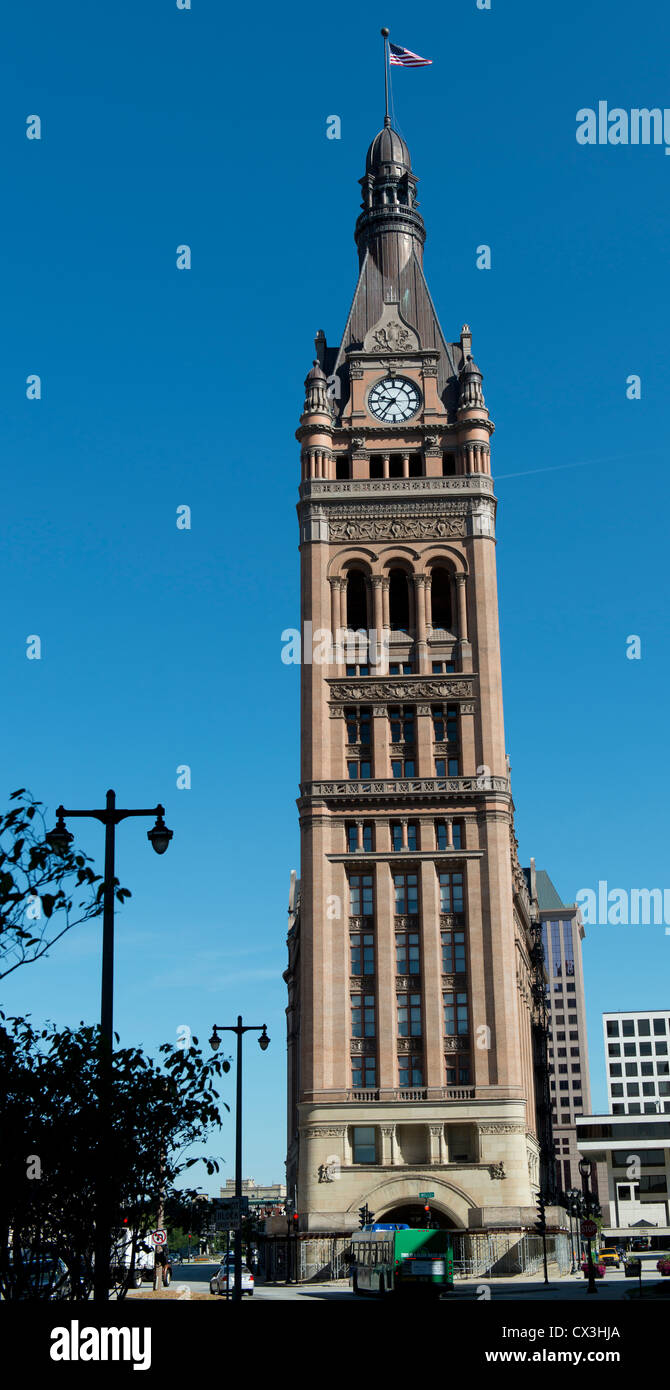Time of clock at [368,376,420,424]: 9:36
